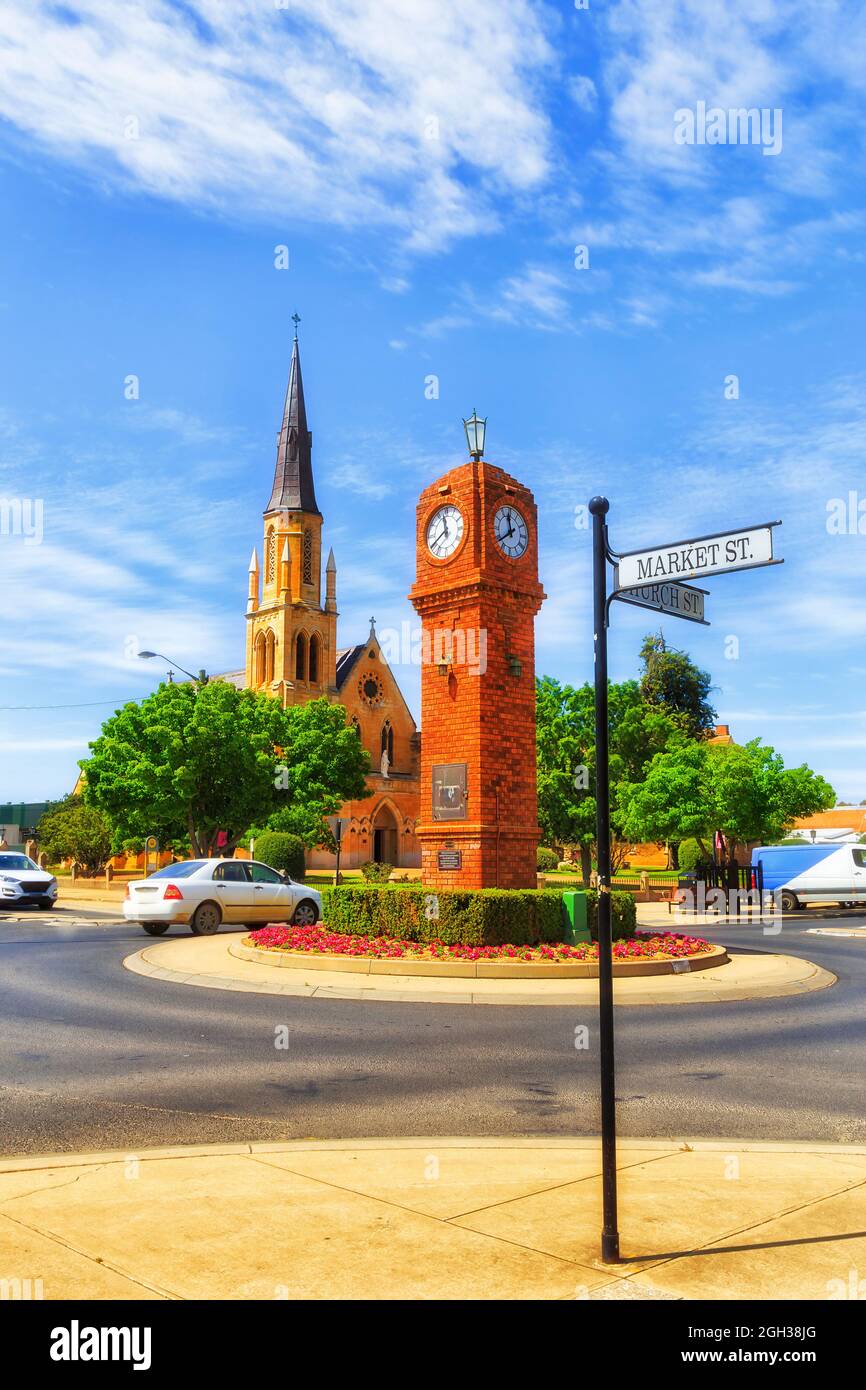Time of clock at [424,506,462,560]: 11:39
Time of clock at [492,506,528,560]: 11:39
